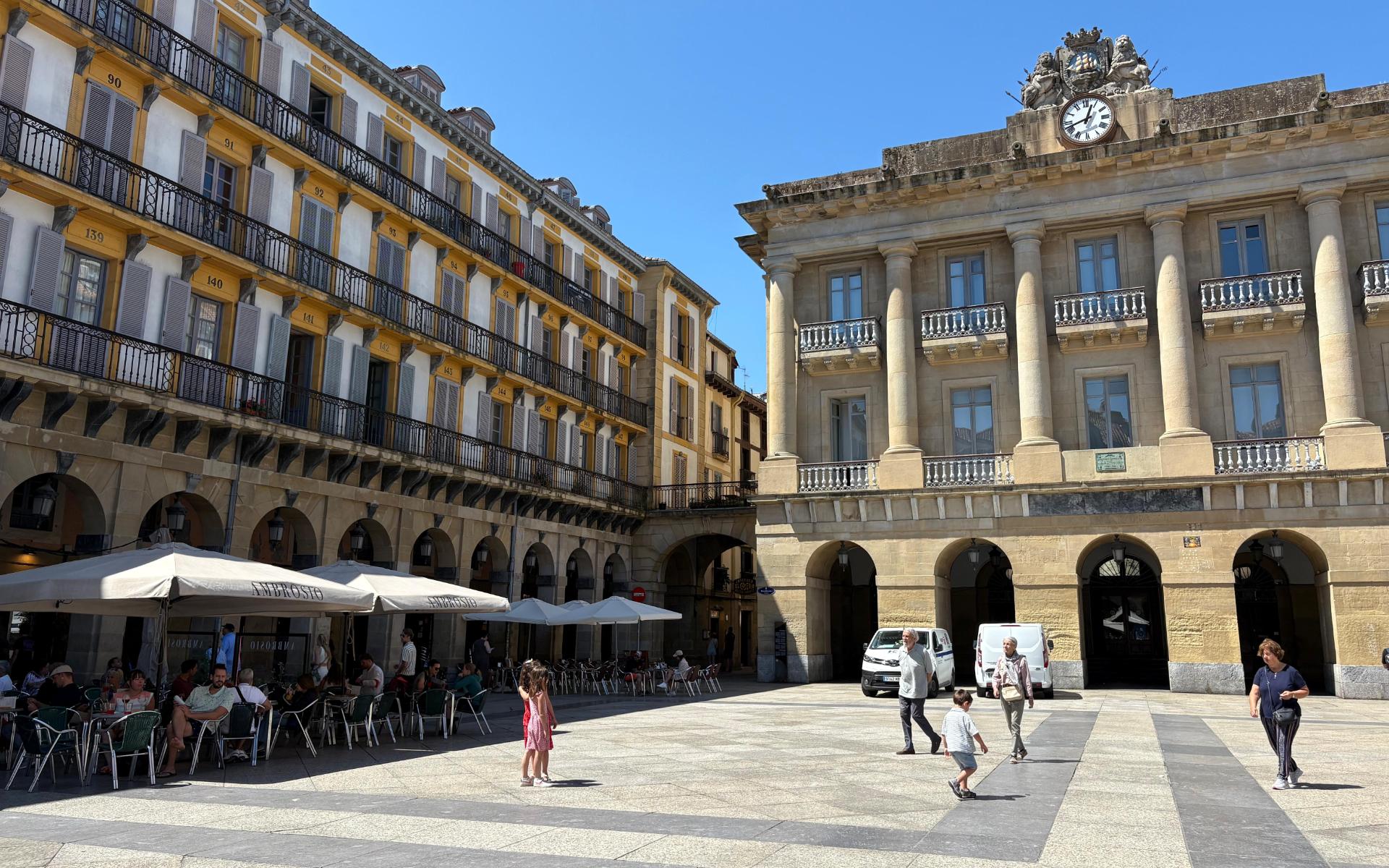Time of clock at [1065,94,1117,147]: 12:41
